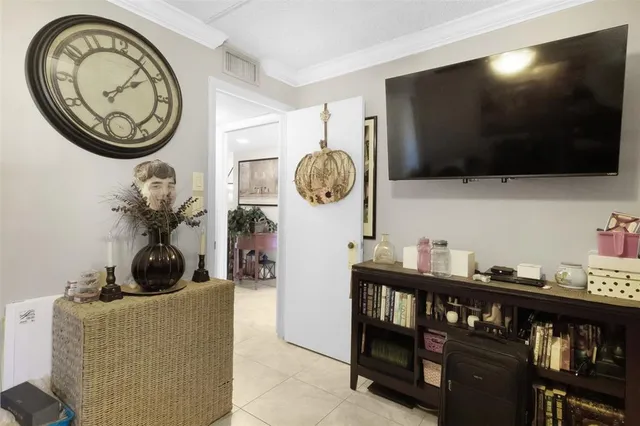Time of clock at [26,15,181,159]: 2:06
